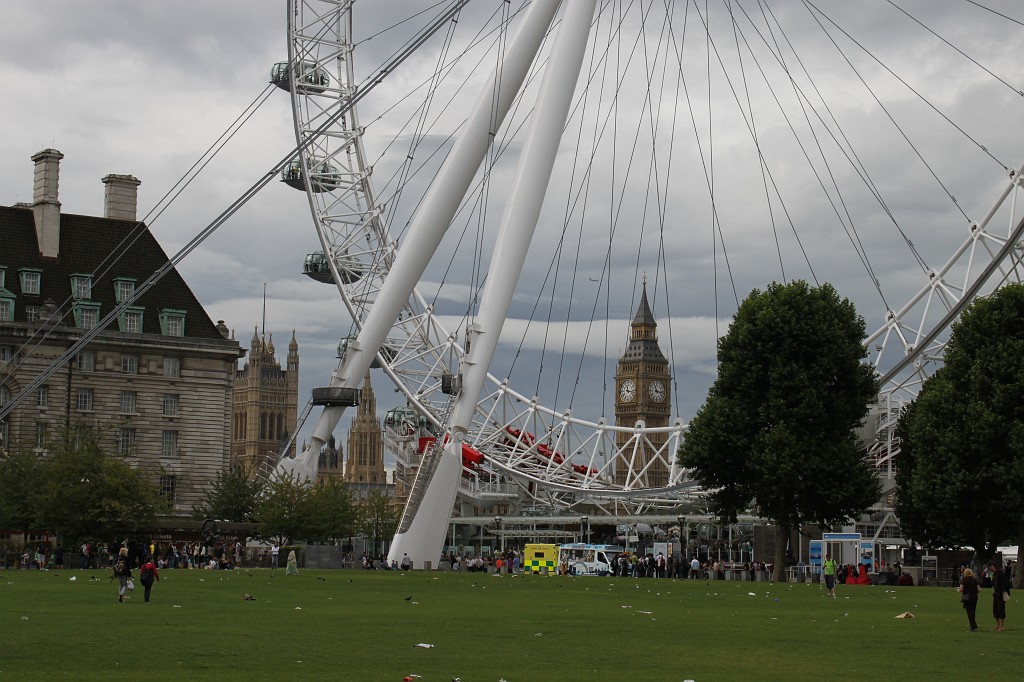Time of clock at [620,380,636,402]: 11:16
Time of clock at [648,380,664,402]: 11:16
